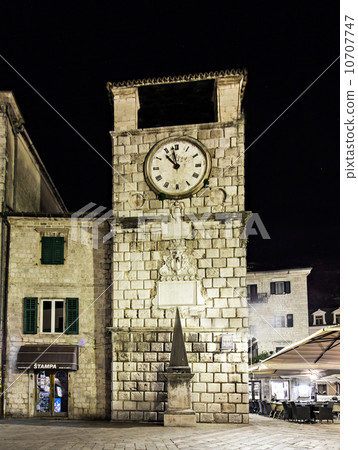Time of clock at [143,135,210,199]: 10:58
